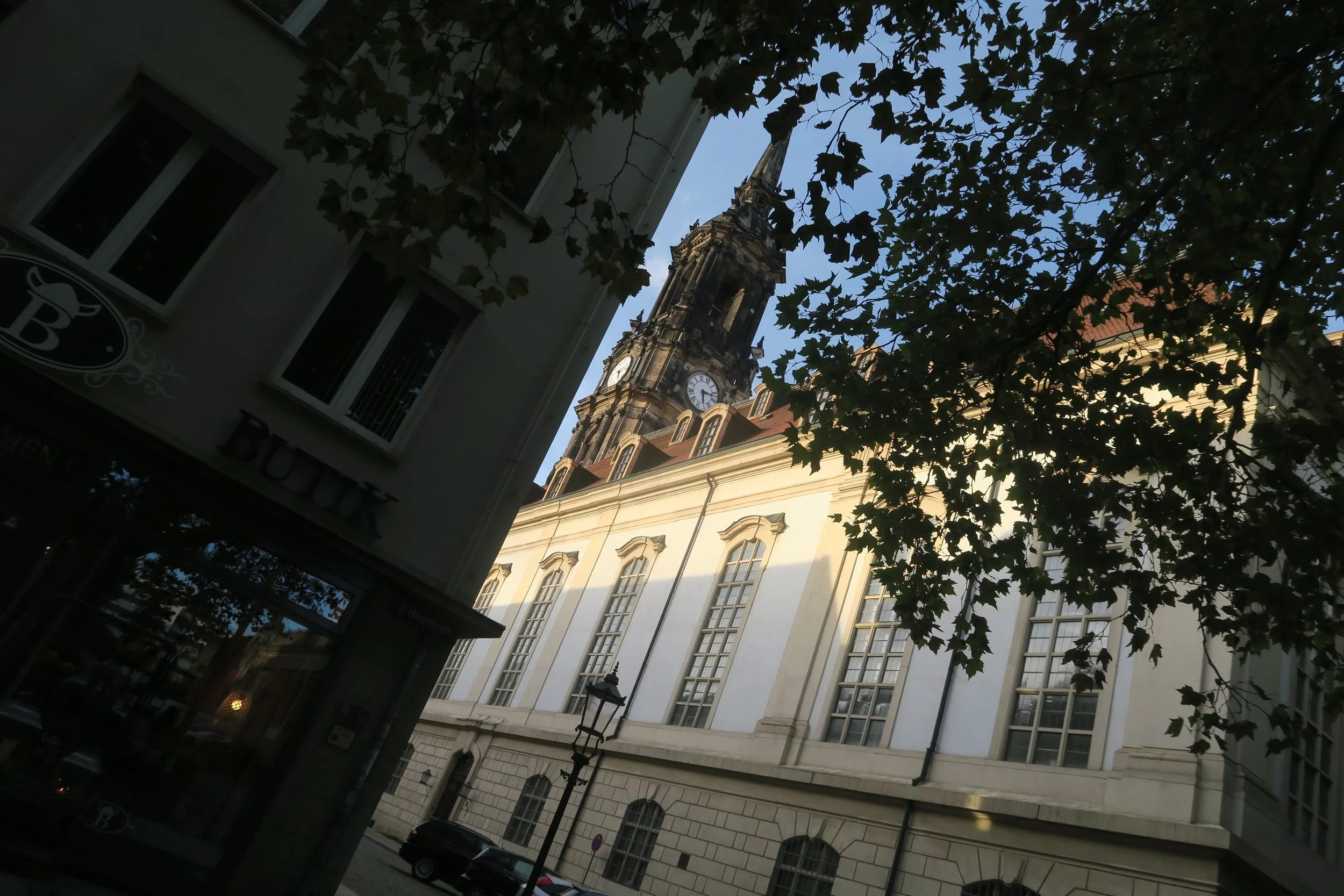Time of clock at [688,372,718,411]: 6:17
